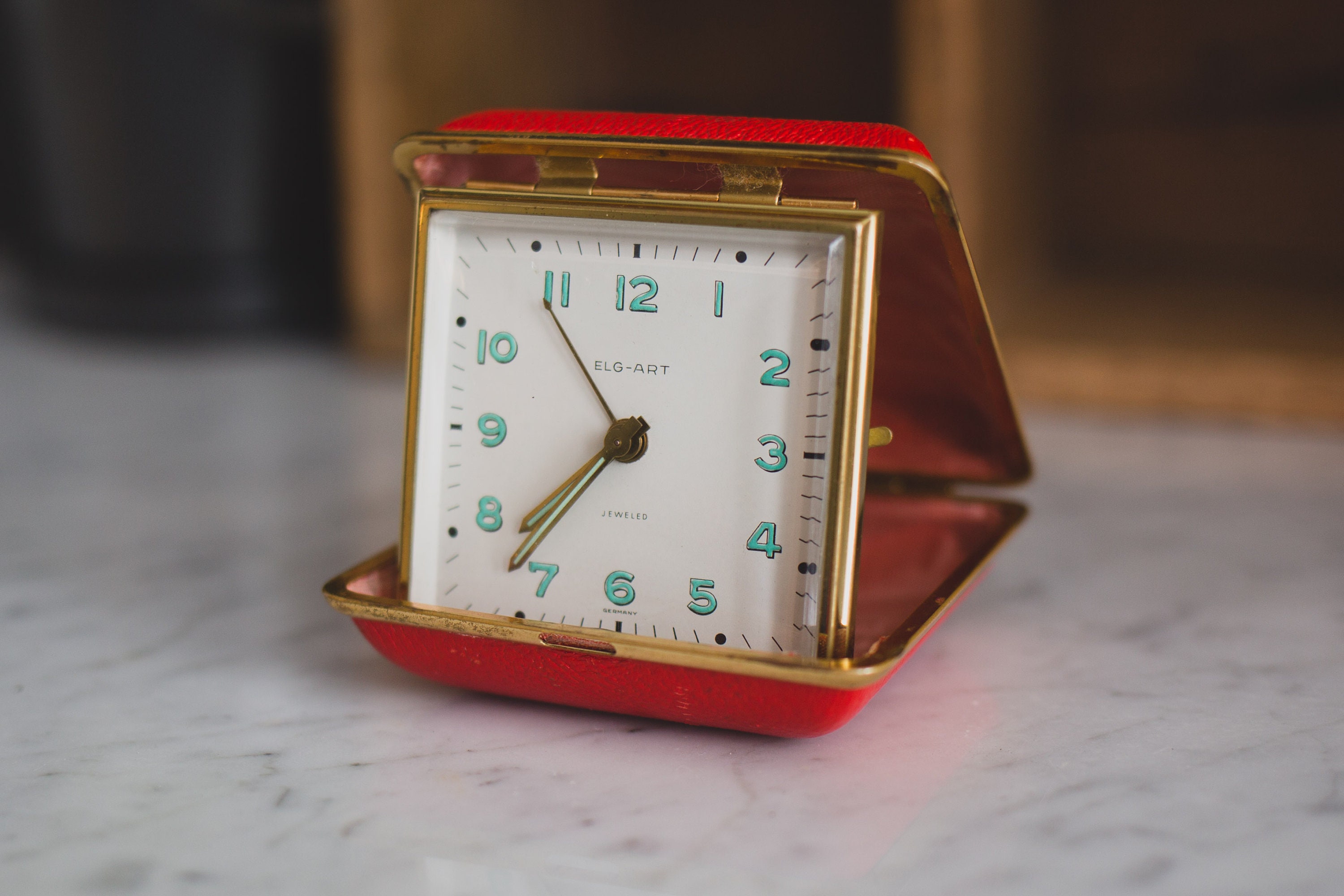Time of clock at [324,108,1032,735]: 7:37
